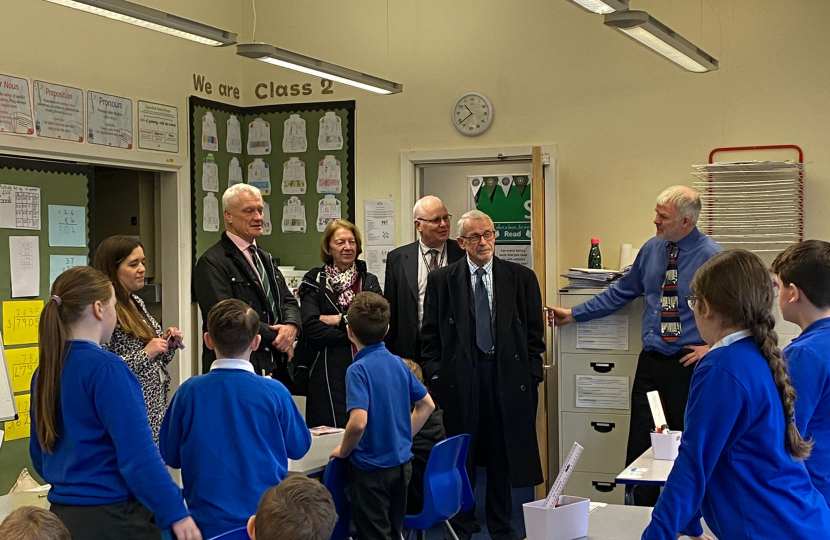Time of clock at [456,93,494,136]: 10:38
